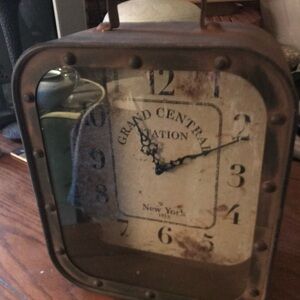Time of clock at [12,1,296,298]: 11:11
